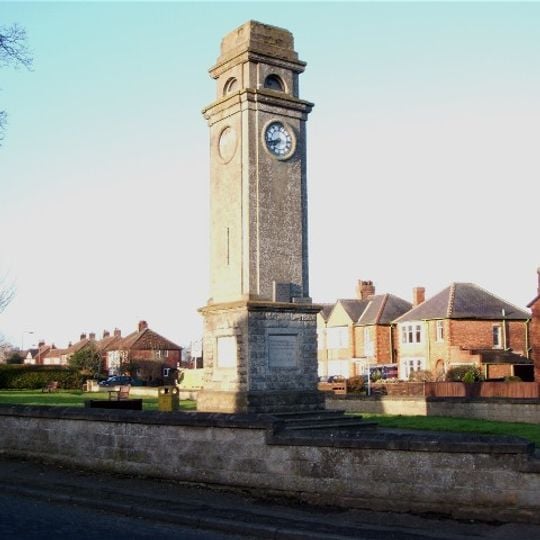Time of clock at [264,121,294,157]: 7:42
